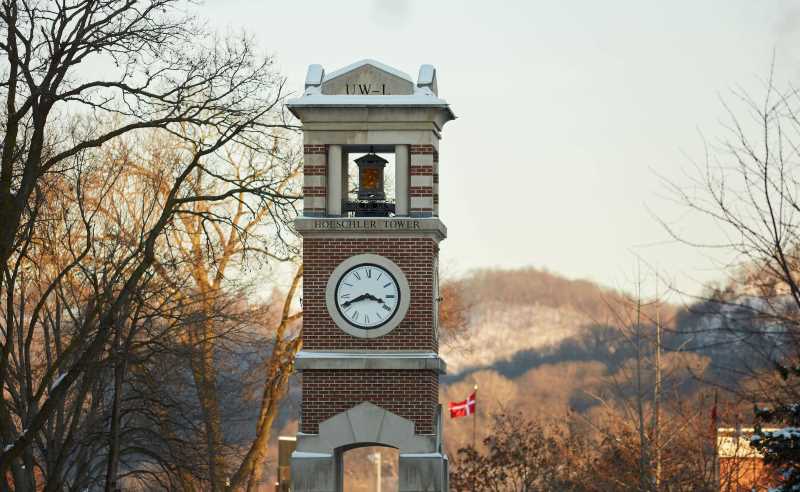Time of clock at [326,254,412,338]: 3:41
